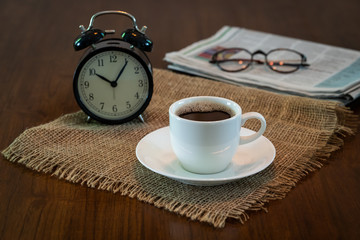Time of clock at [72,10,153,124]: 10:05
